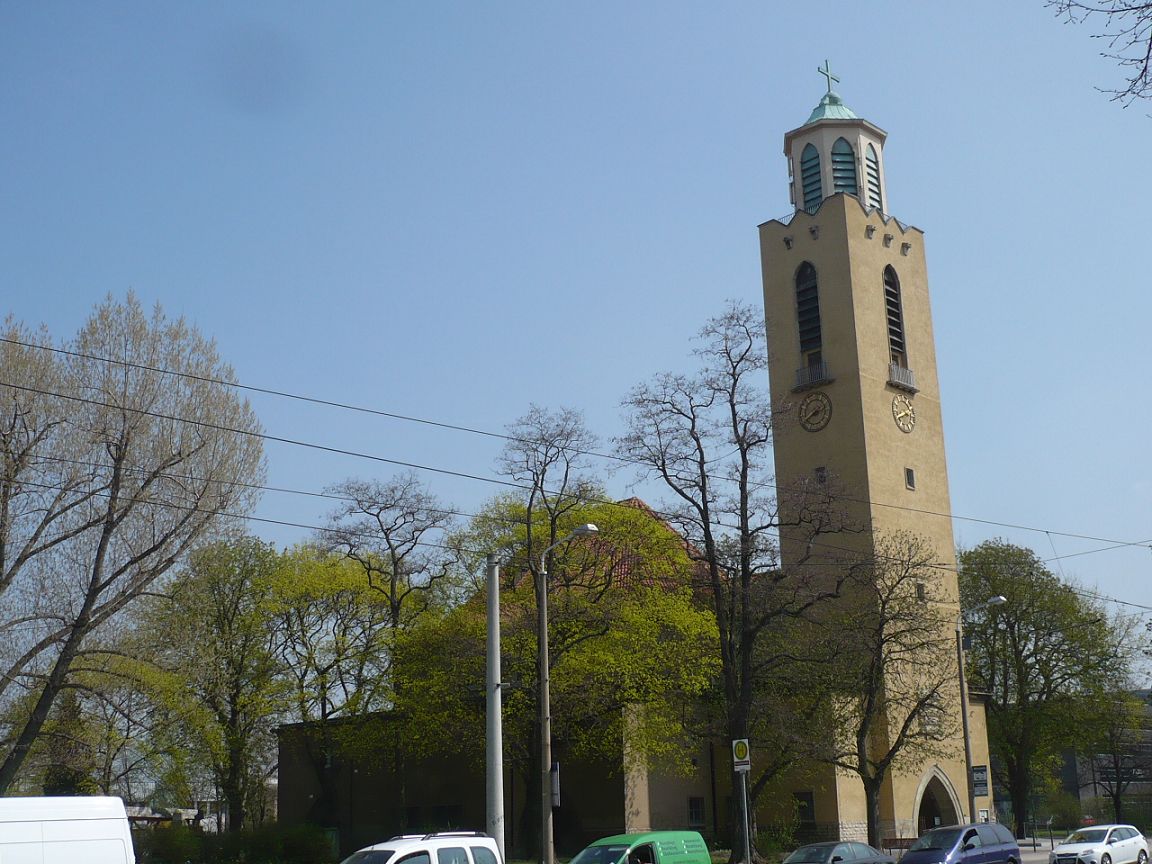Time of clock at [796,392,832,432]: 2:40
